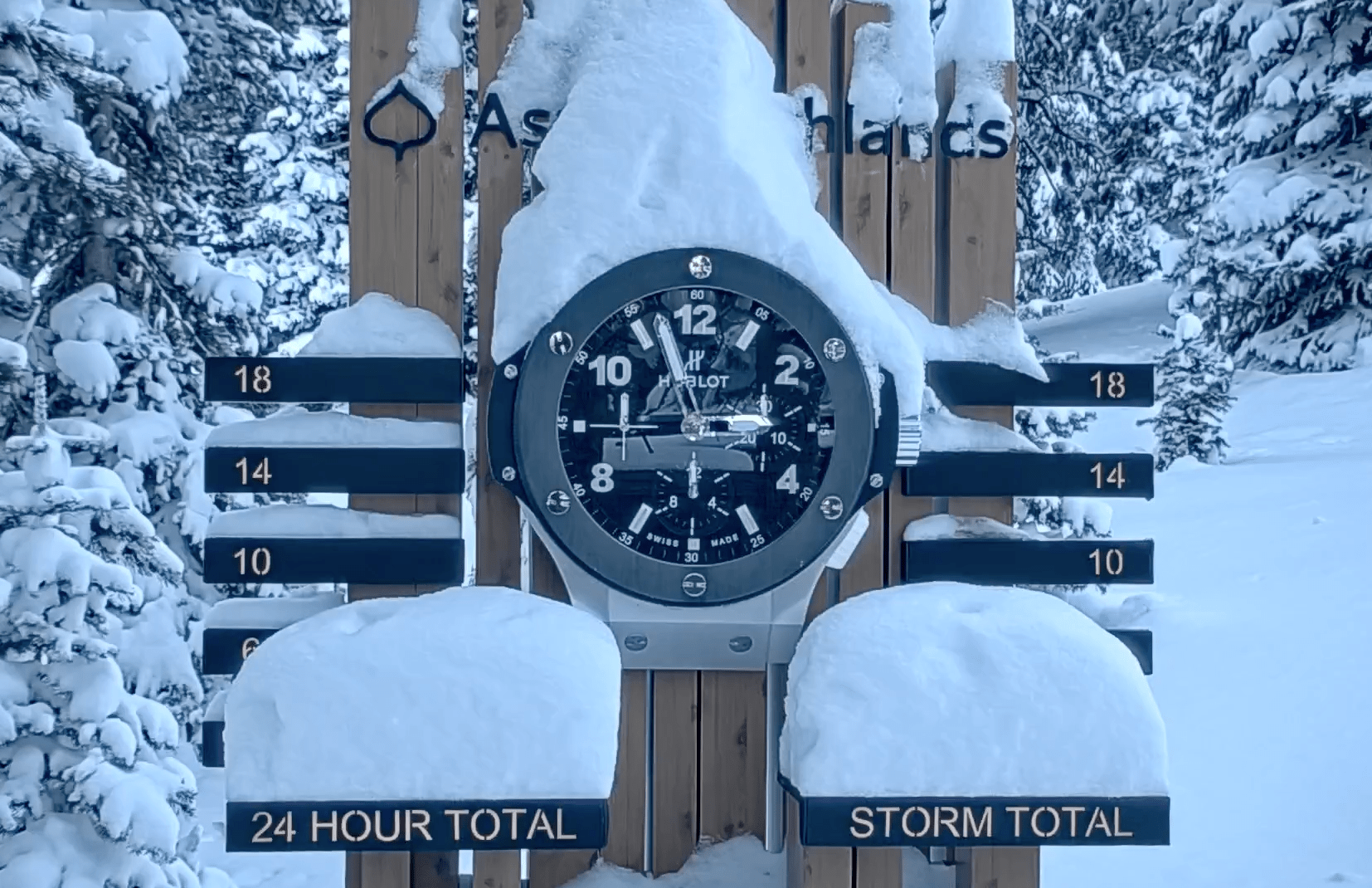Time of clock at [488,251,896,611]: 2:56
